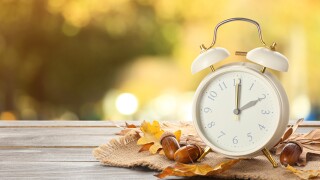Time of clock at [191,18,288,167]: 2:00
